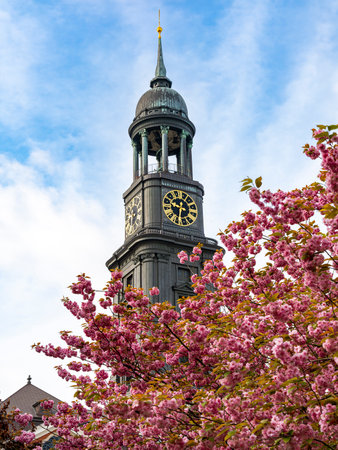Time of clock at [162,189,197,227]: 9:32
